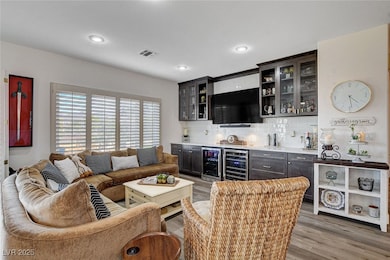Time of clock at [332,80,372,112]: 4:28
